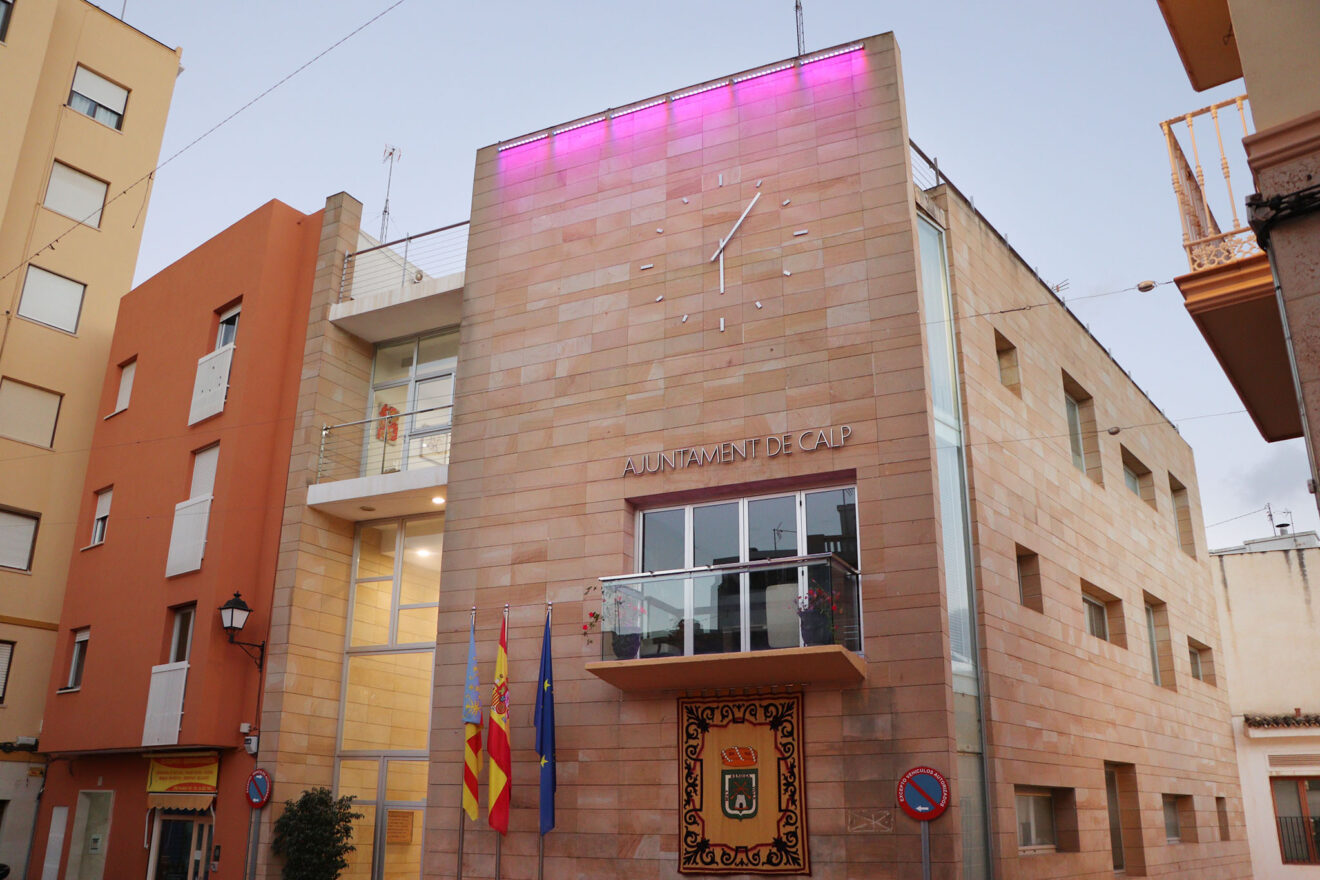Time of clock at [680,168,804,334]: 6:06
